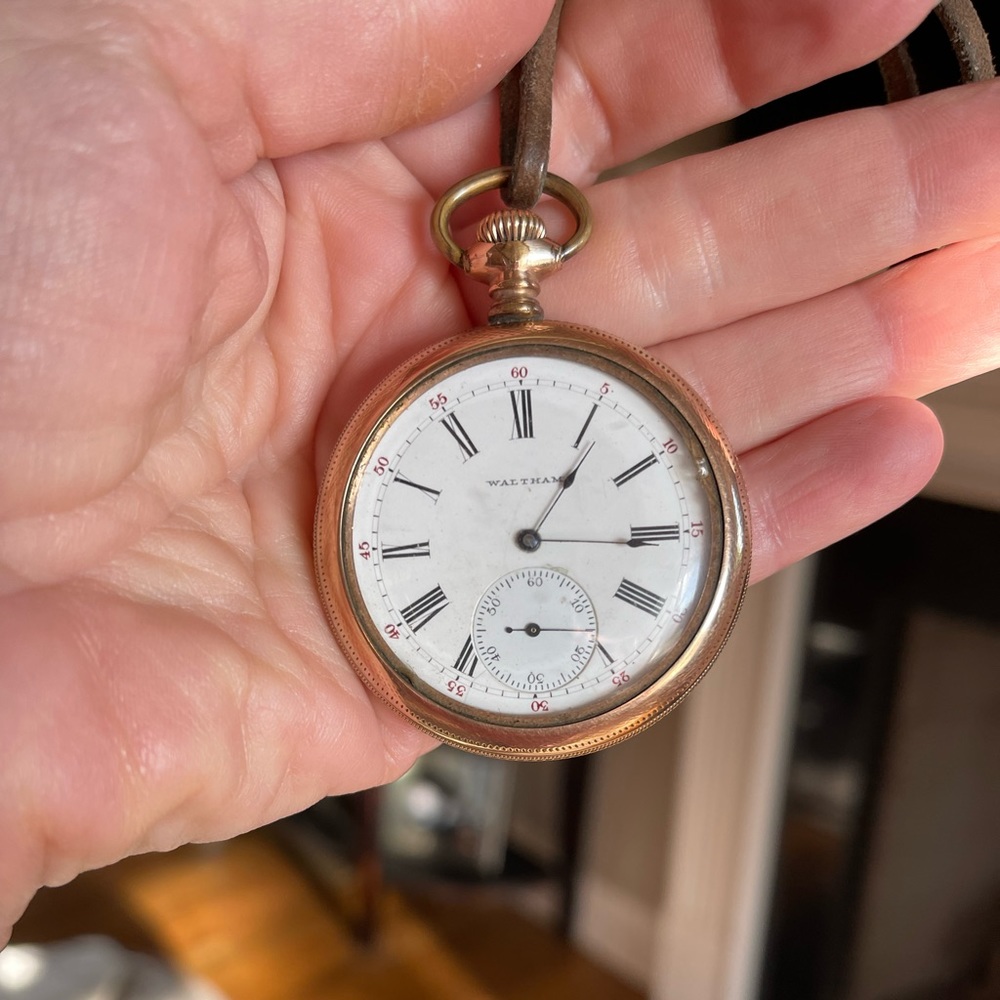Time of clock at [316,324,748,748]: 1:15
